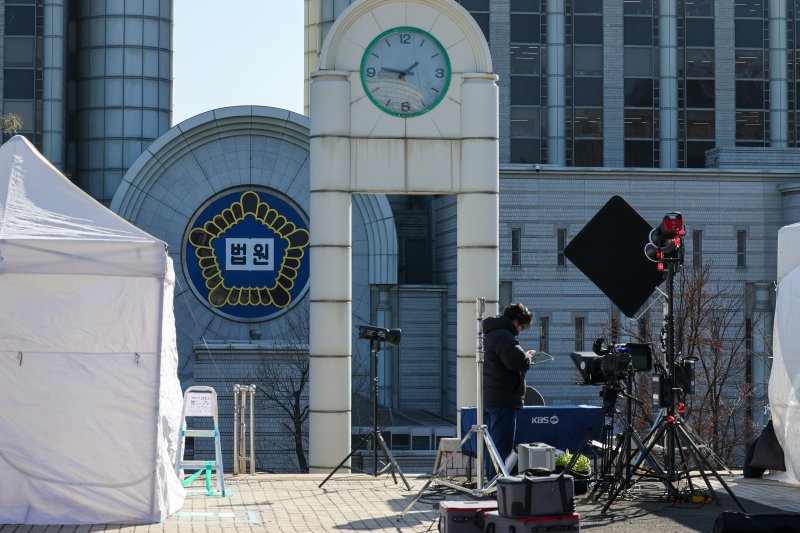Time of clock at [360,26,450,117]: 1:46
